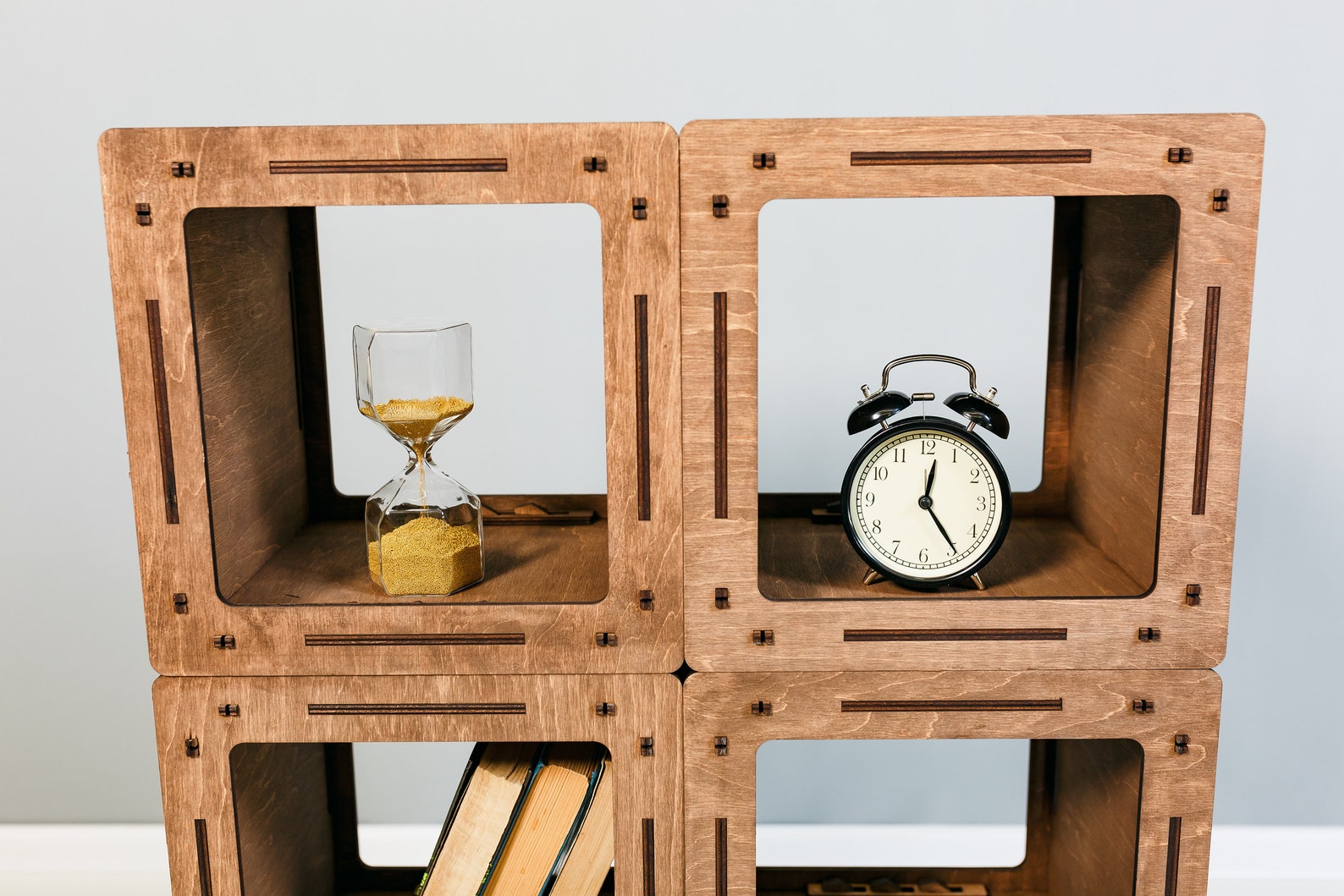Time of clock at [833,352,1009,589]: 12:24
